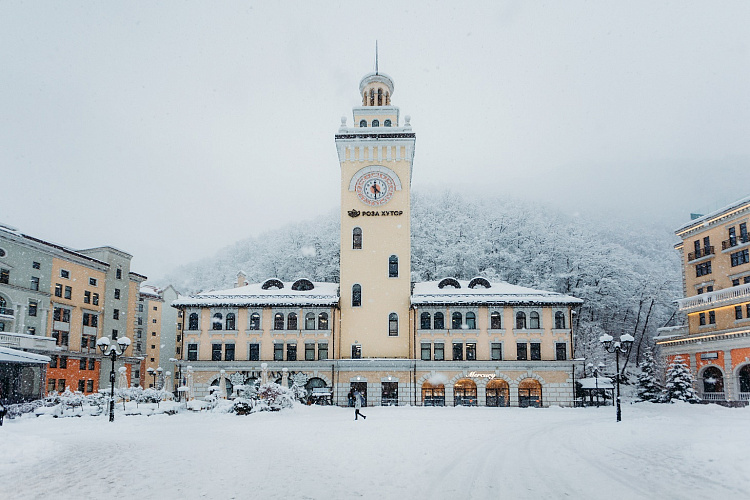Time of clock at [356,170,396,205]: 4:29
